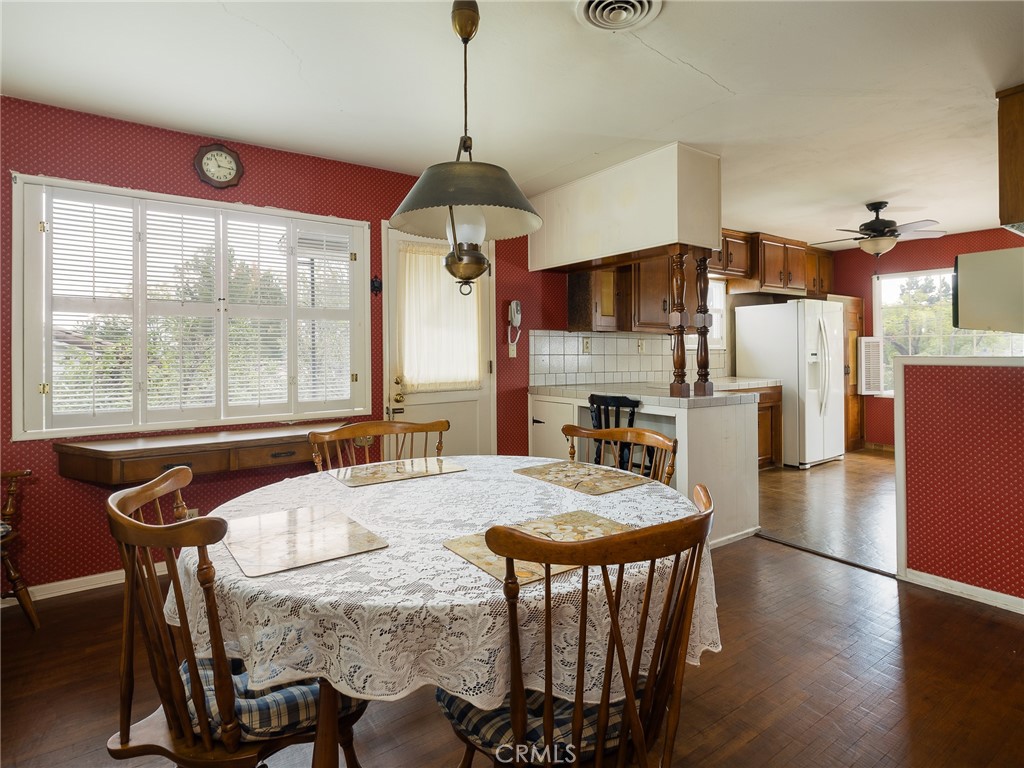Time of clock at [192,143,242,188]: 11:16
